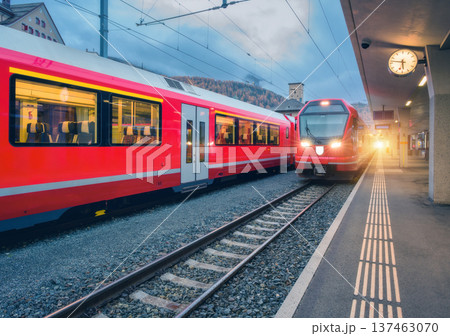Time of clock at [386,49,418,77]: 5:46
